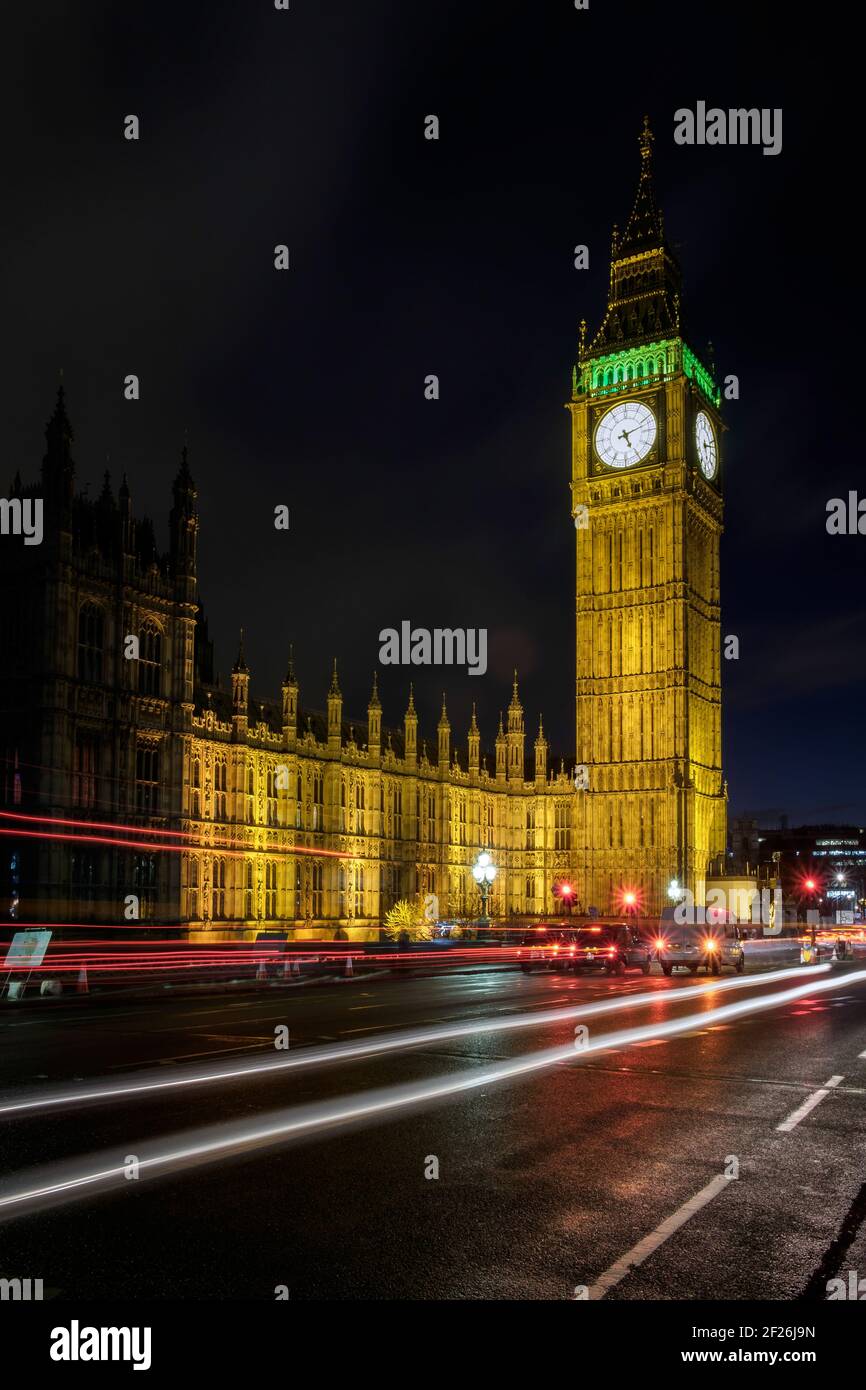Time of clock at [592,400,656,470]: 5:11
